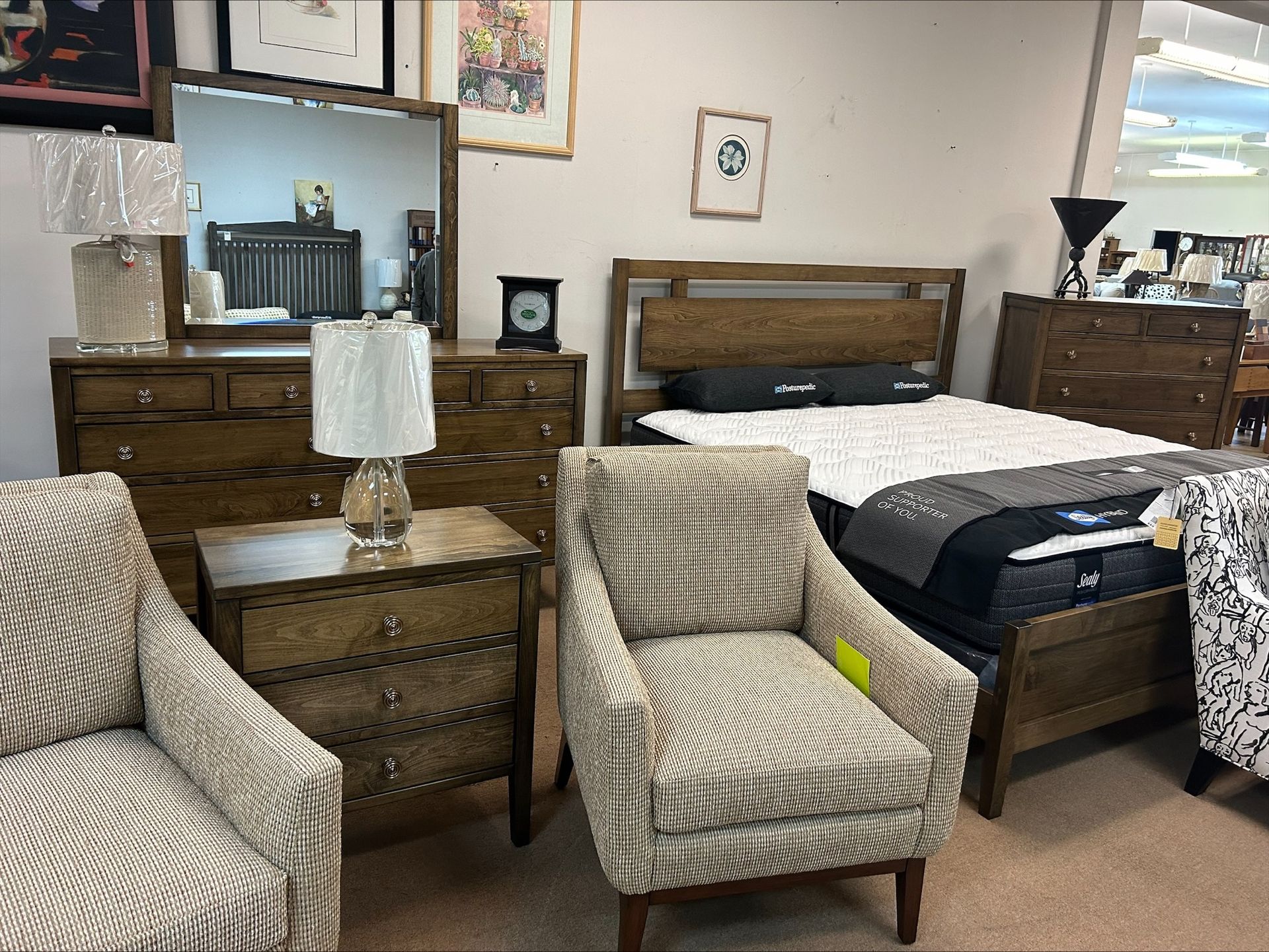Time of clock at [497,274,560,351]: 8:49
